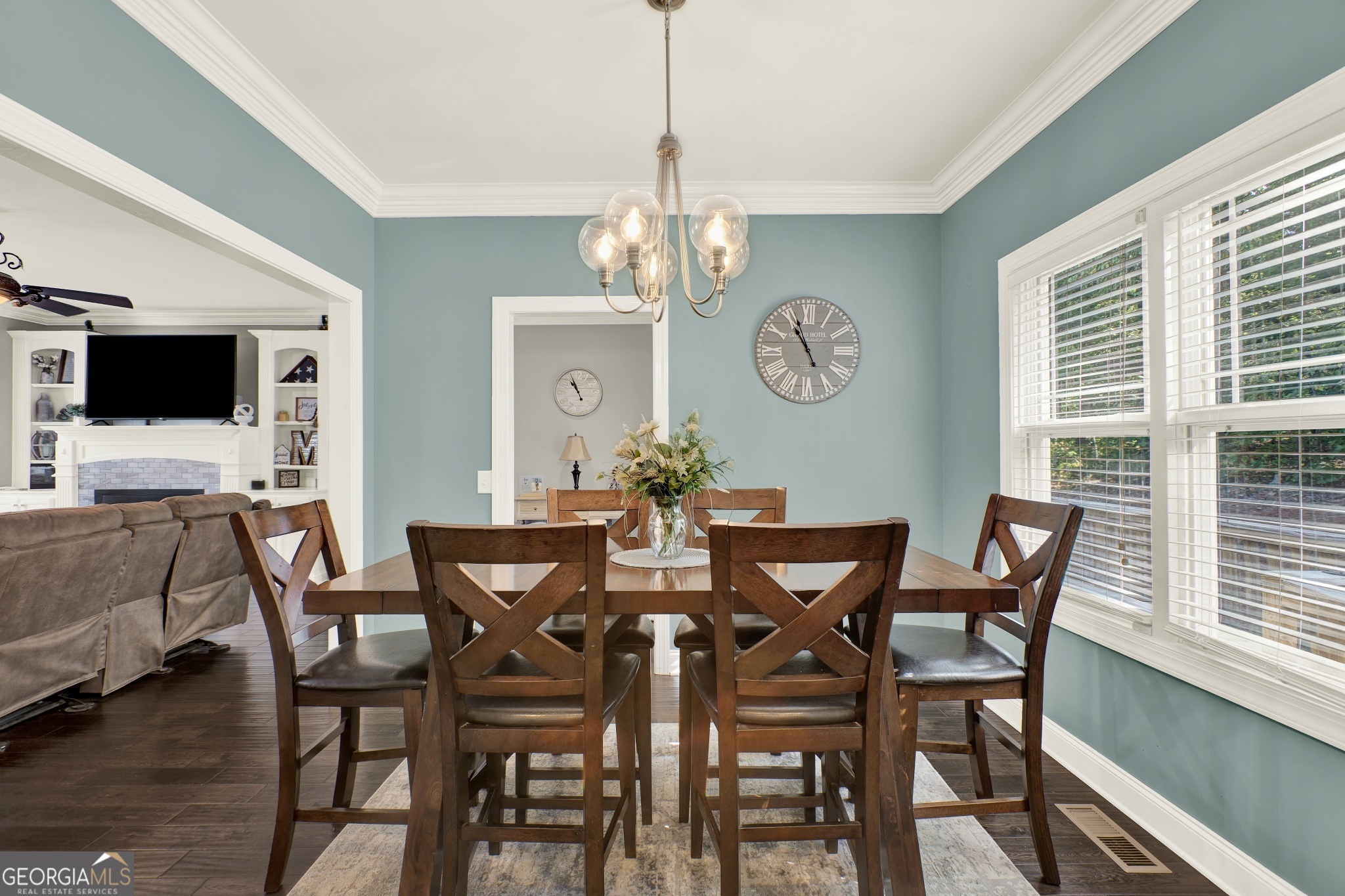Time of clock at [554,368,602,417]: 10:56
